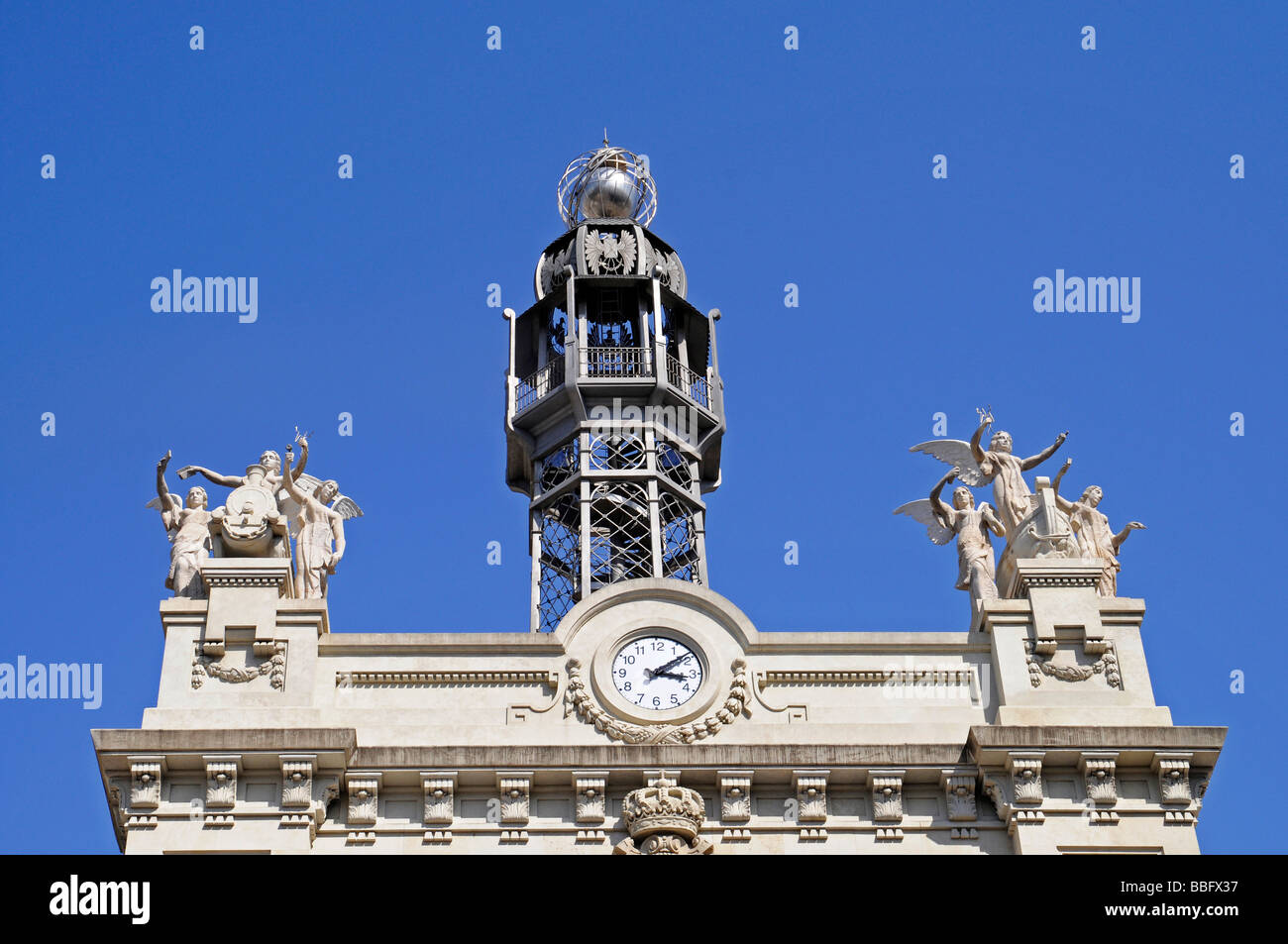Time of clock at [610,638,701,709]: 3:08
